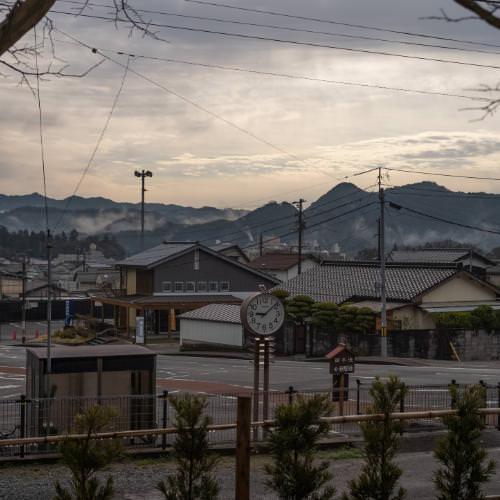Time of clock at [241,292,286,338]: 9:08
